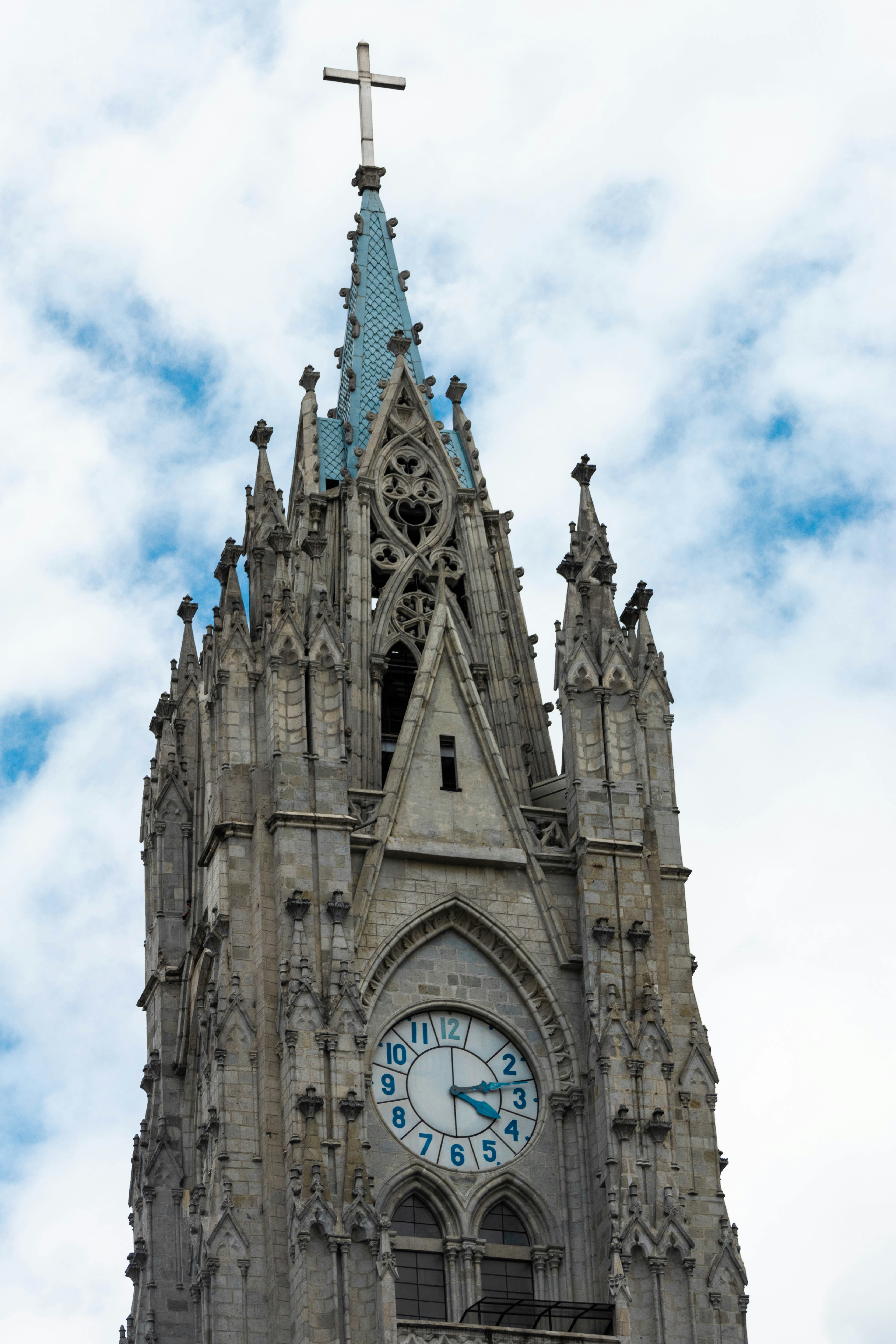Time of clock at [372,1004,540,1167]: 3:13
